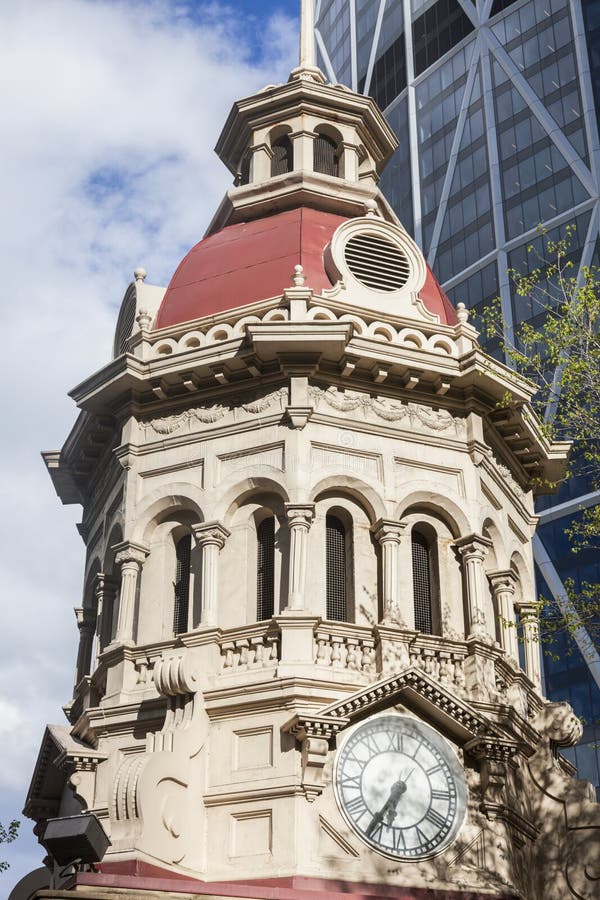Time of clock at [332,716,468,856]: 6:35
